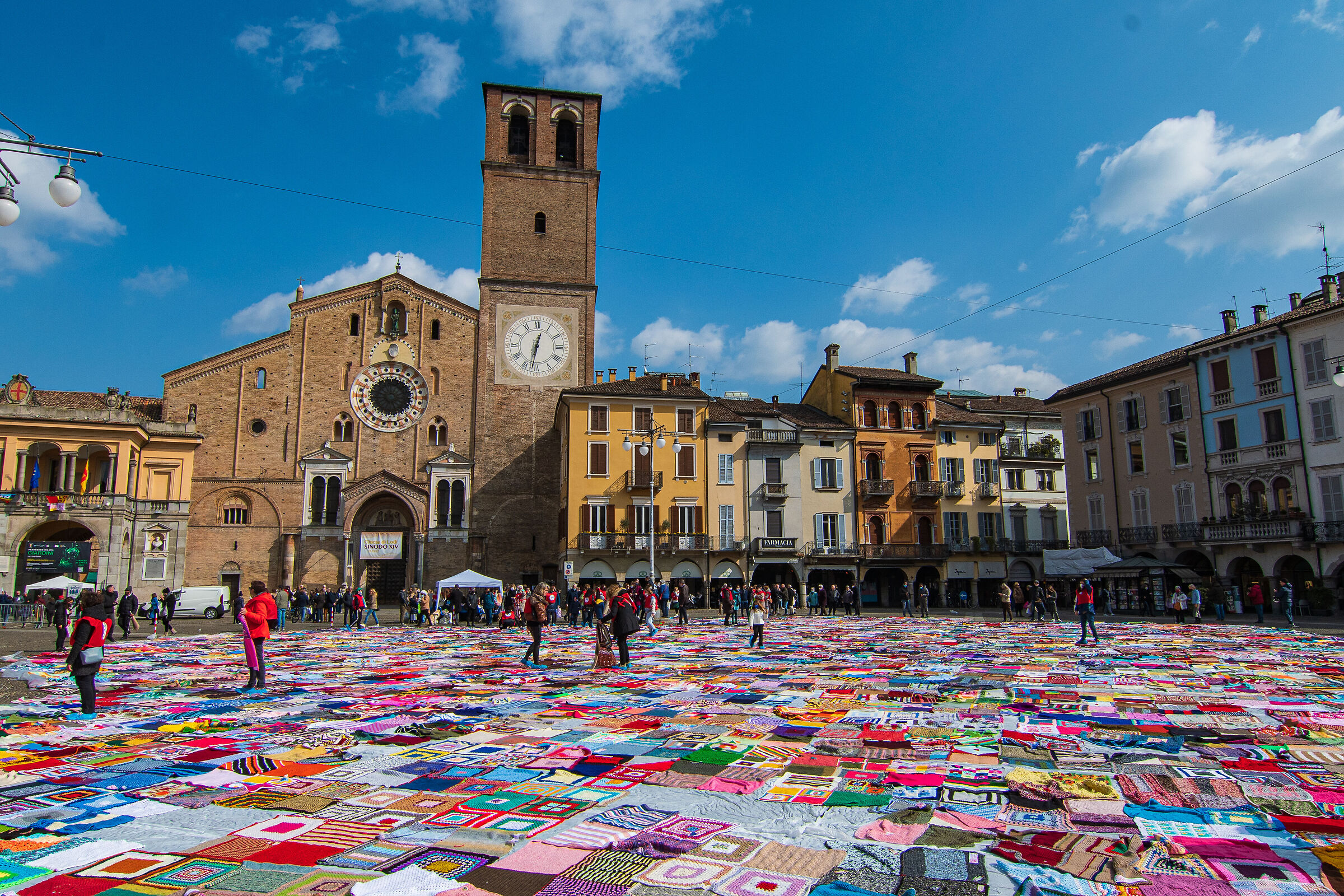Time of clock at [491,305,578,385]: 12:31
